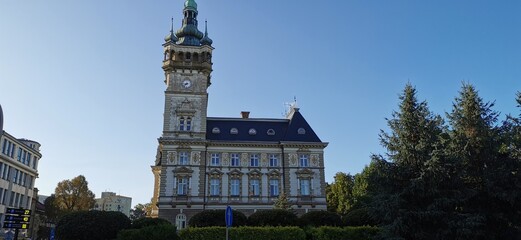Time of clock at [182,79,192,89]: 8:37
